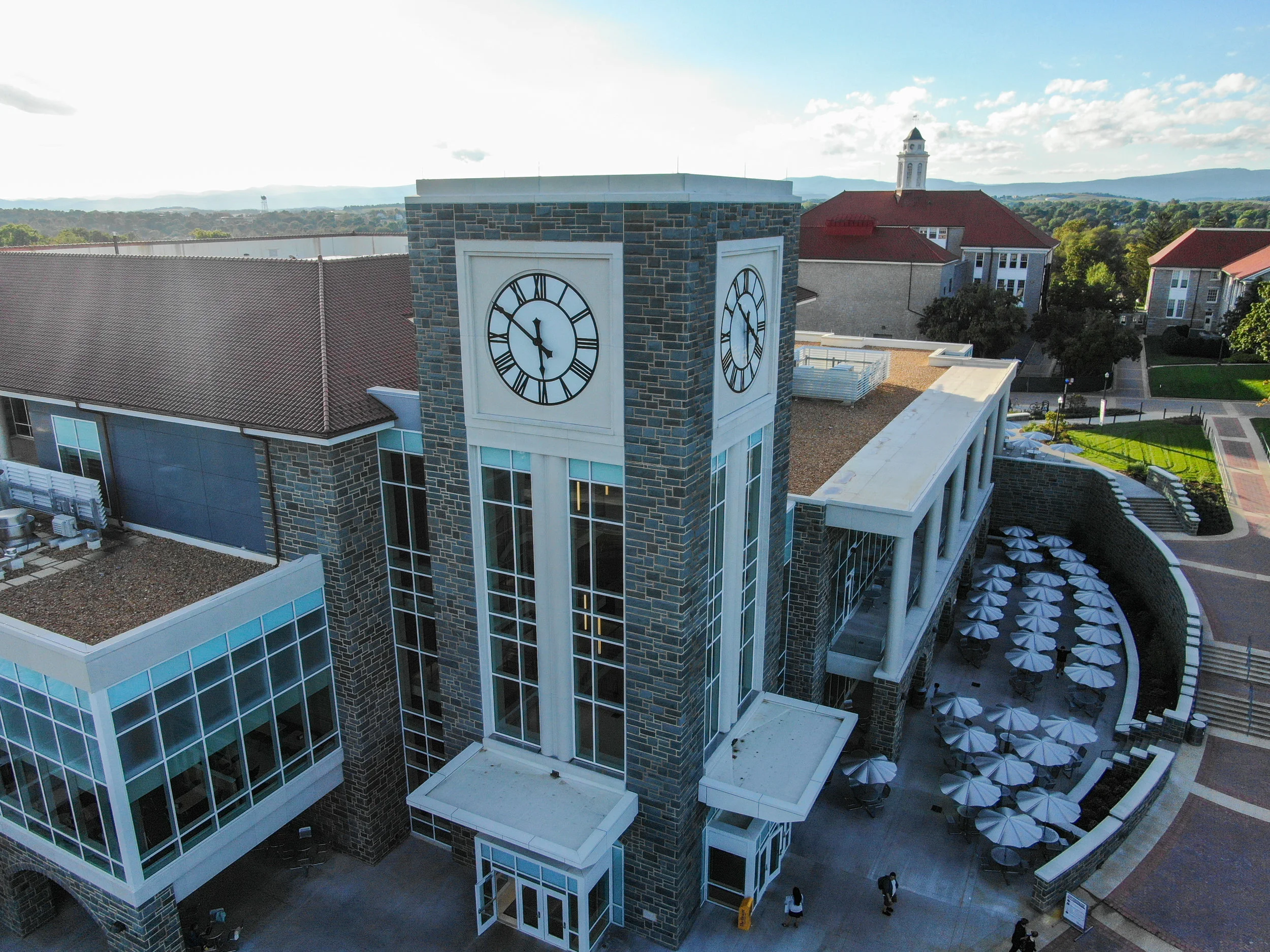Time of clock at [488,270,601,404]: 5:50
